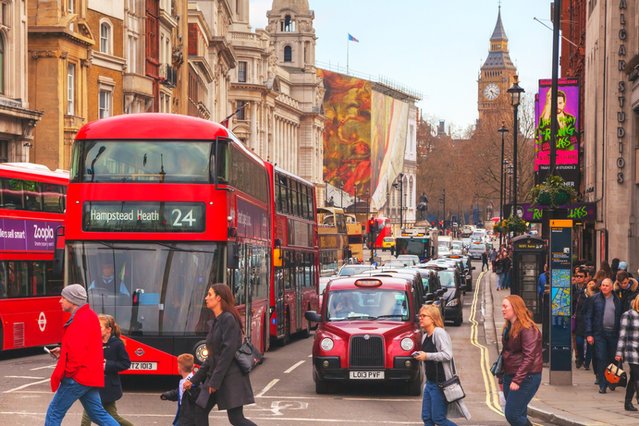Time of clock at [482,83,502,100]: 5:18
